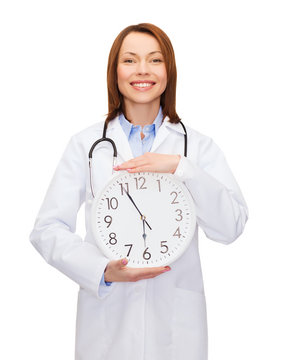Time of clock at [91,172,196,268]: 5:55
